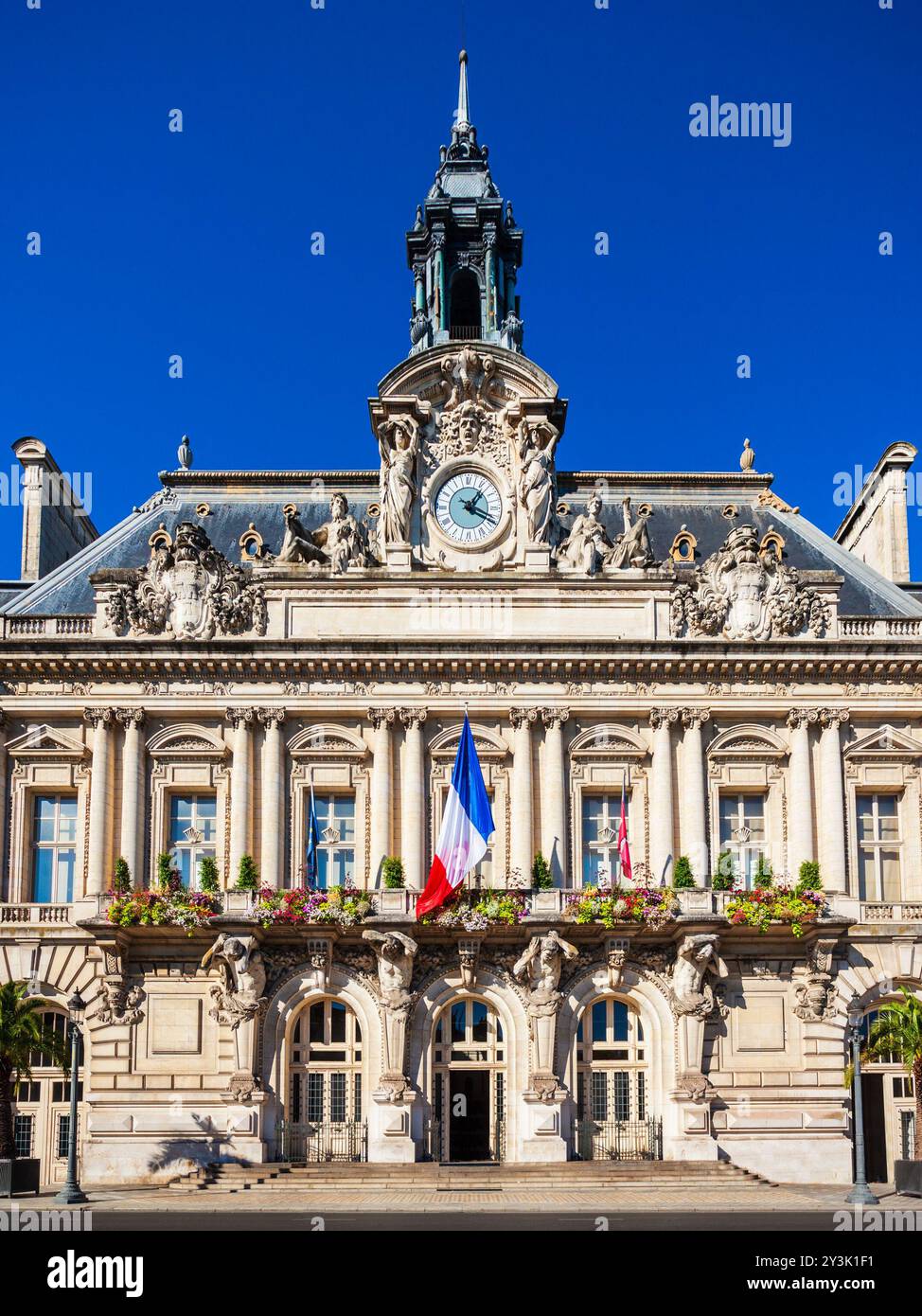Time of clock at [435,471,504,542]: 1:19
